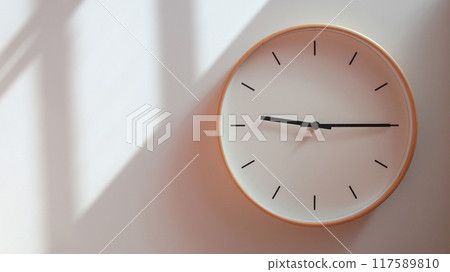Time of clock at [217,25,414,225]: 9:14
